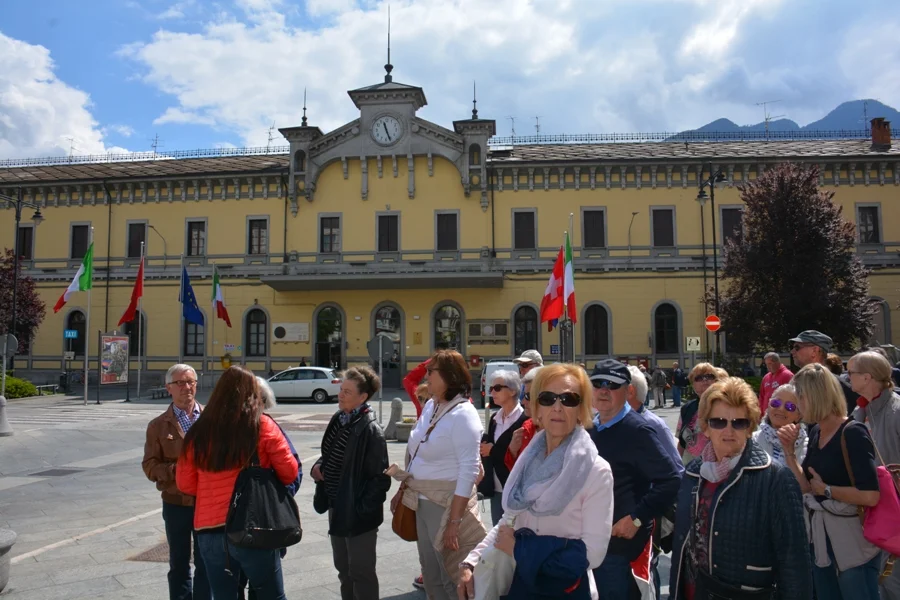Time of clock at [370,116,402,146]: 11:26
